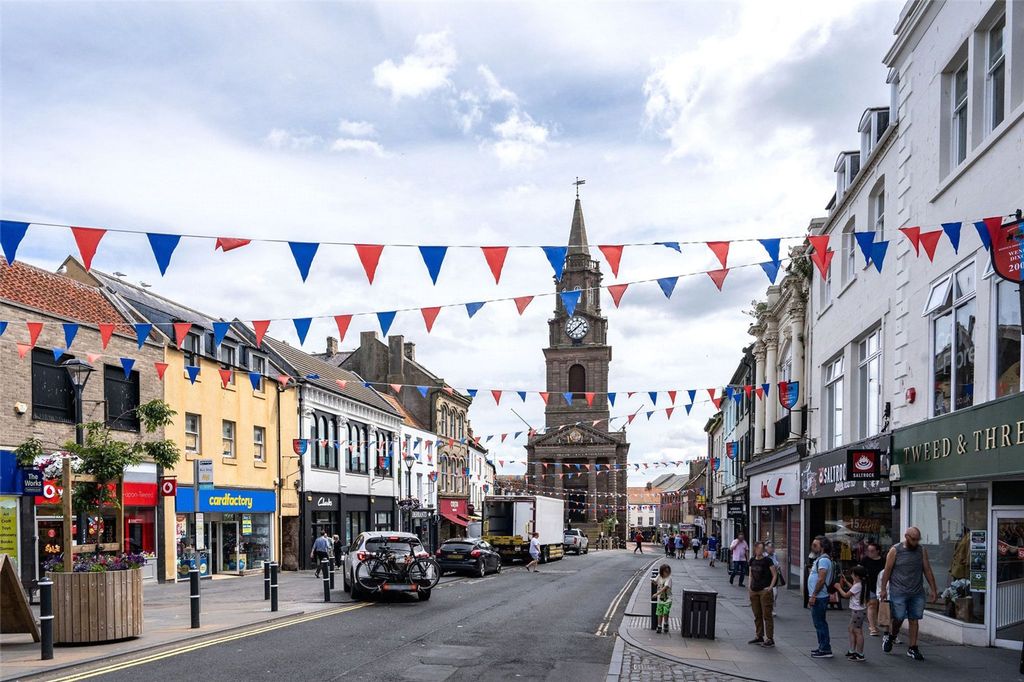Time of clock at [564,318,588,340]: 1:38
